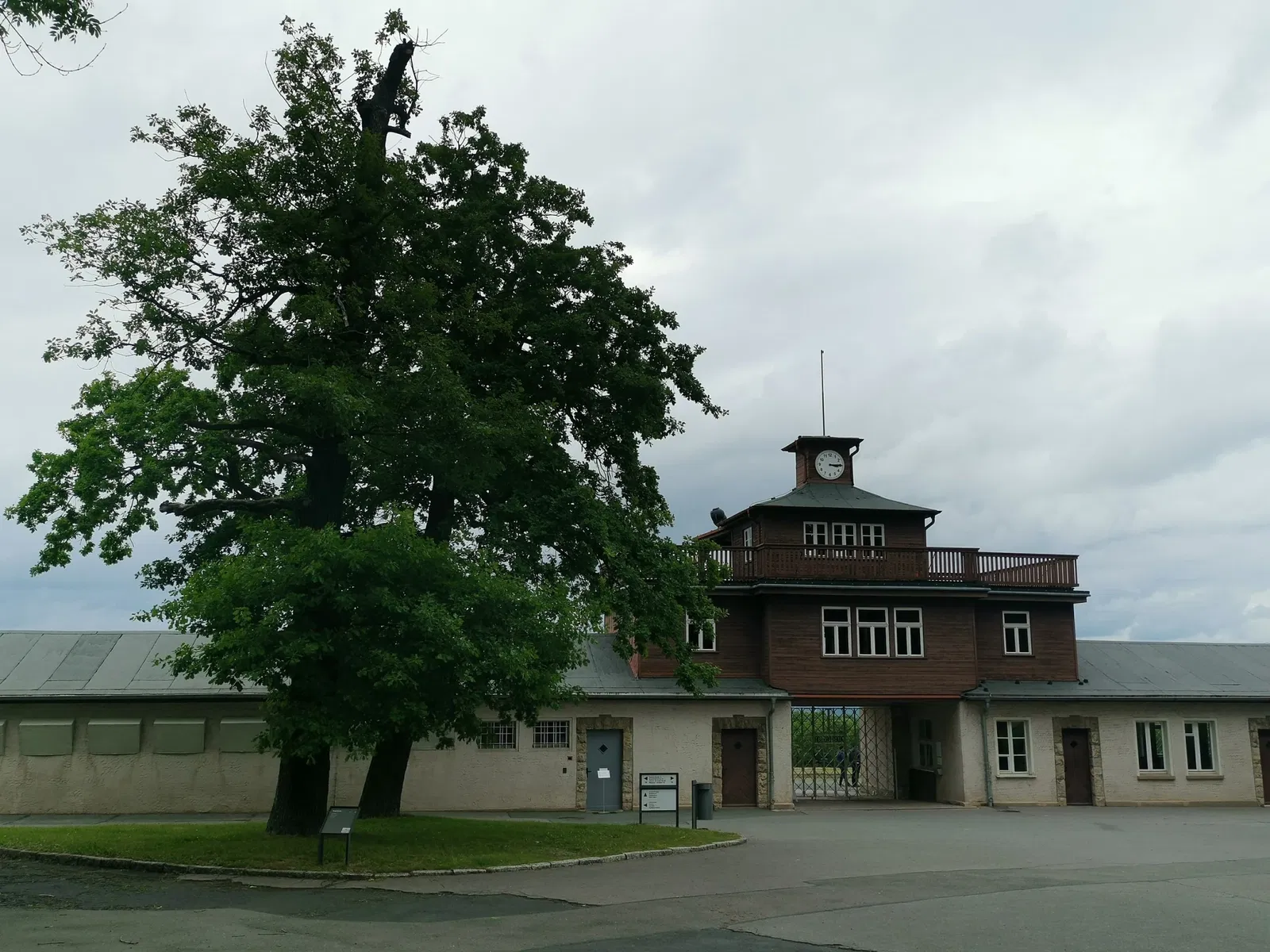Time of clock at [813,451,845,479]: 3:14
